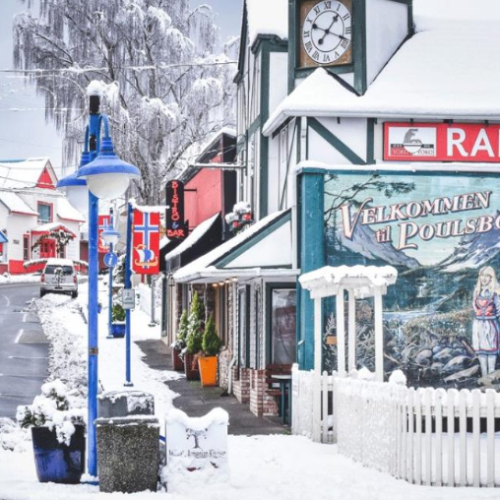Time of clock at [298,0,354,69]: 1:18
